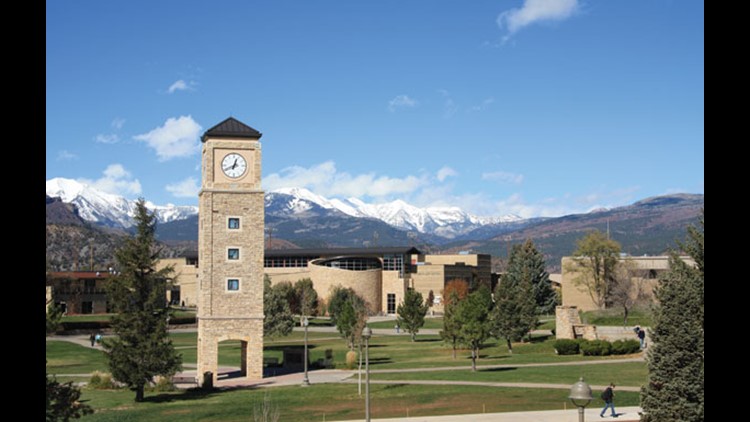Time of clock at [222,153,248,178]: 12:40
